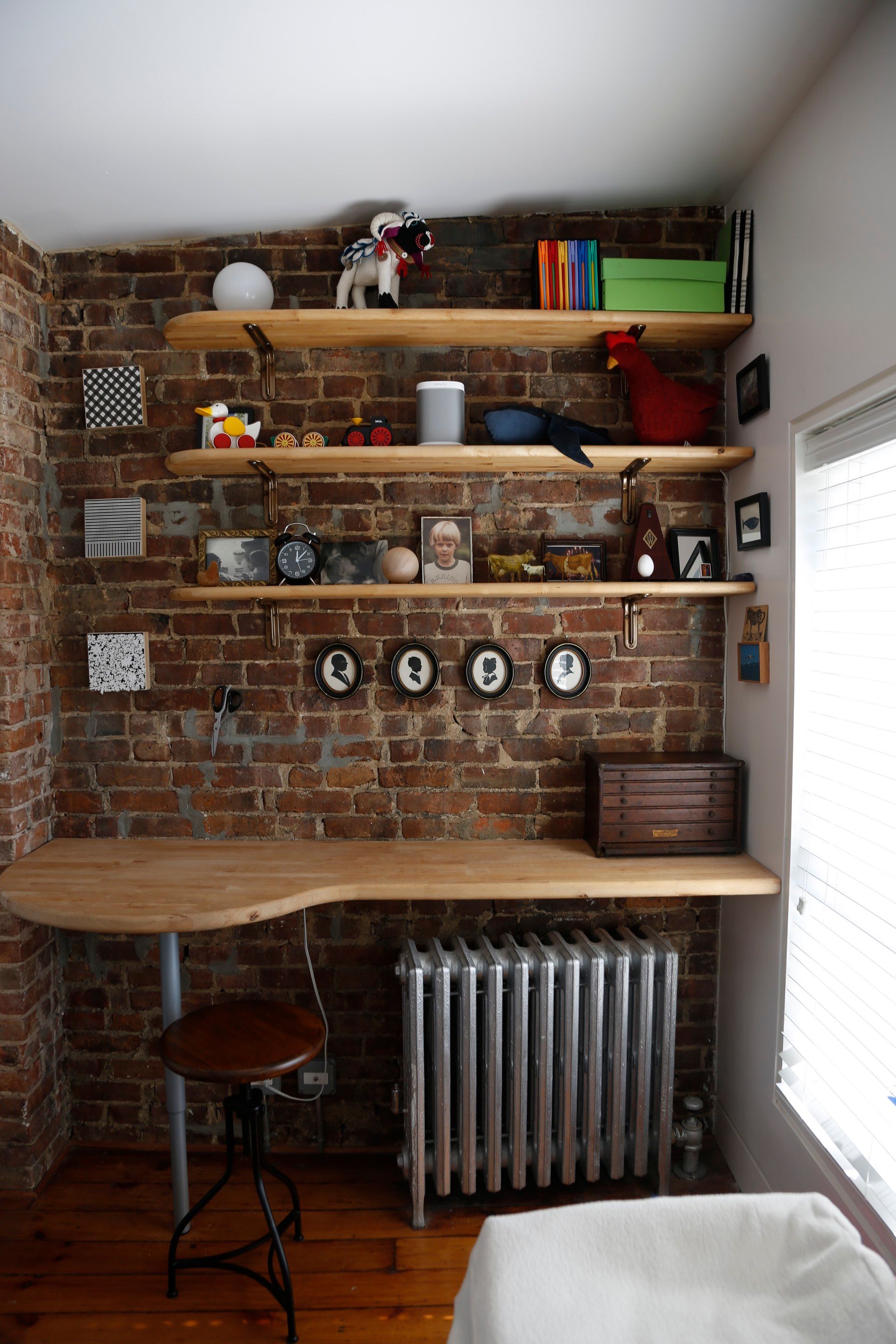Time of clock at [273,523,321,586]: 12:07
